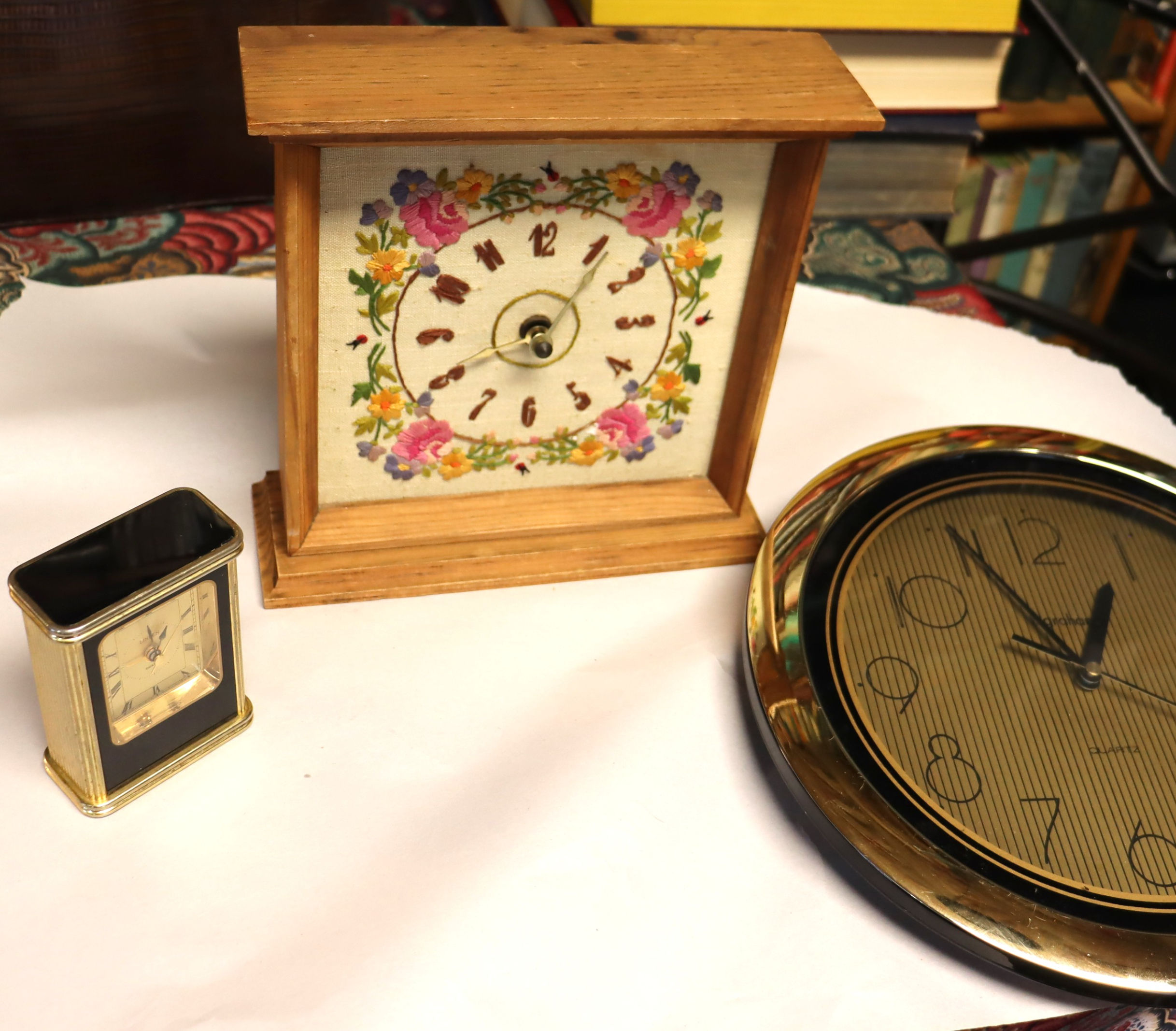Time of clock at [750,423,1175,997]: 12:54
